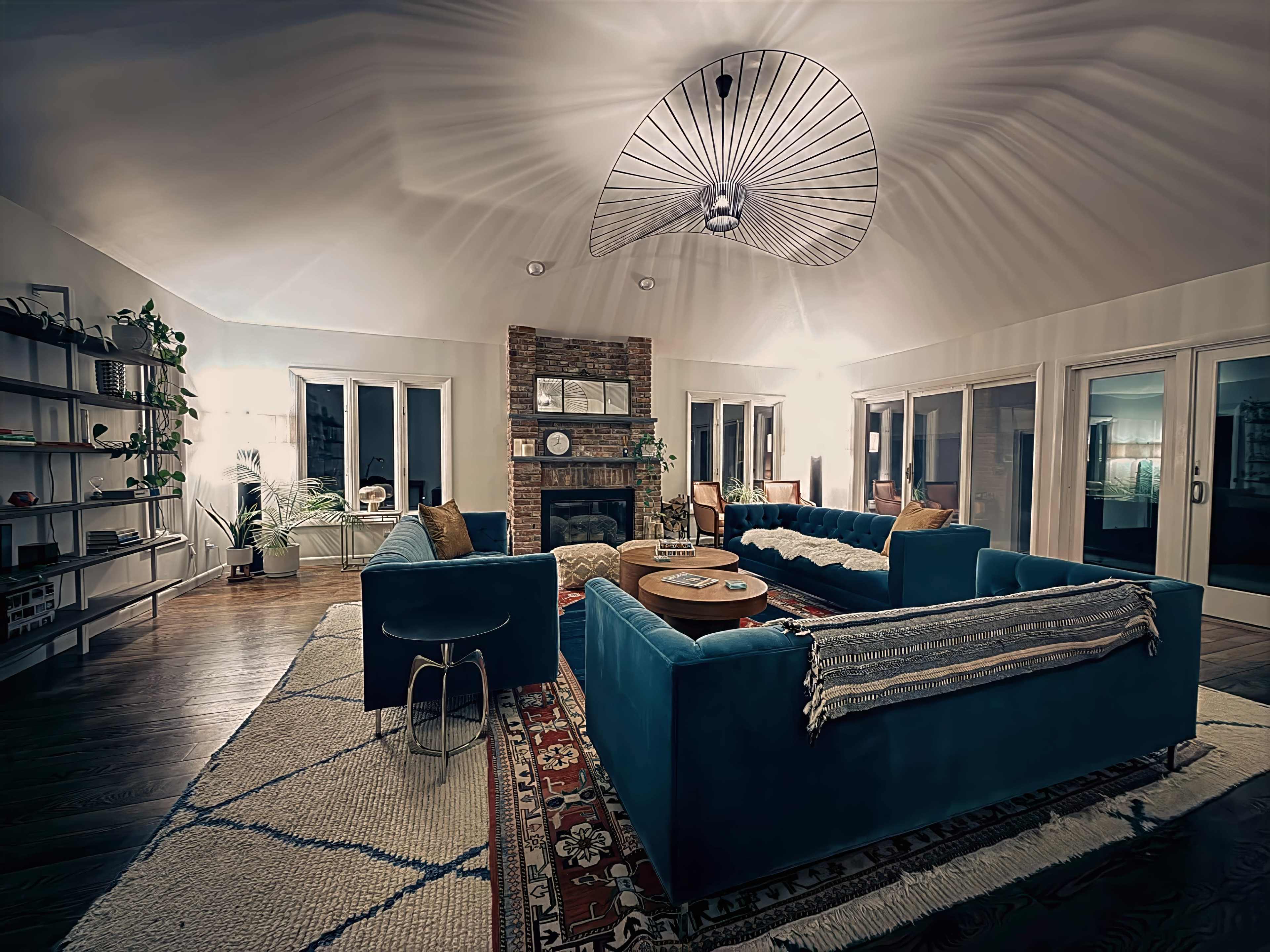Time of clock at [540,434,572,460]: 8:02
